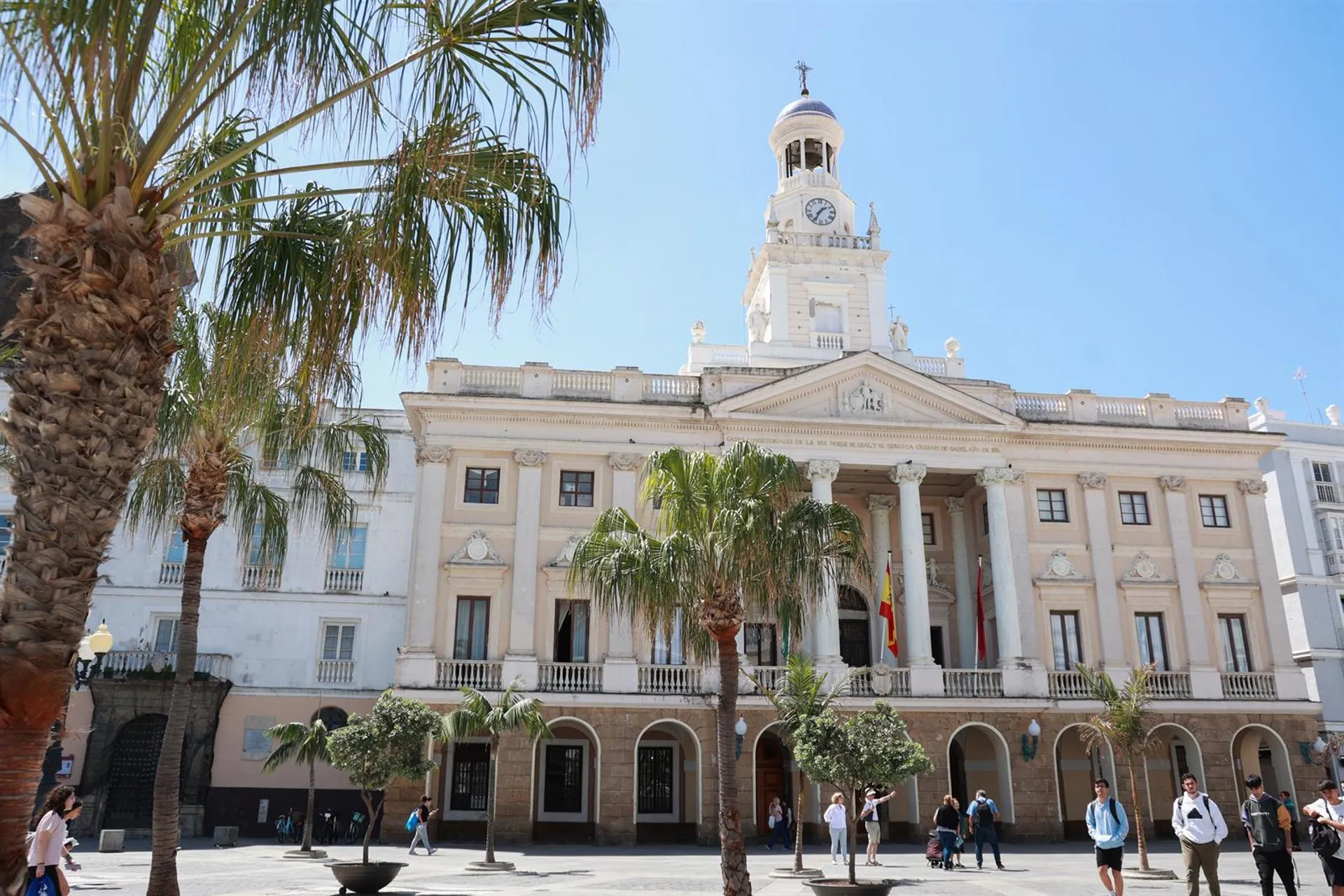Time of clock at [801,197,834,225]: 1:34
